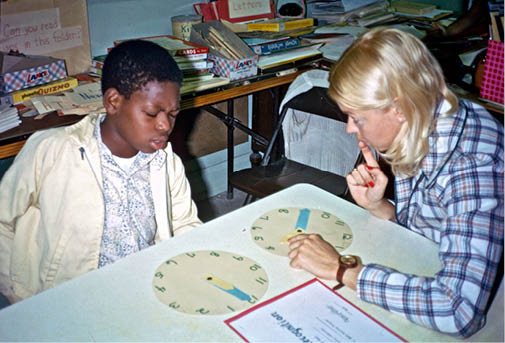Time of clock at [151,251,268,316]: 4:20
